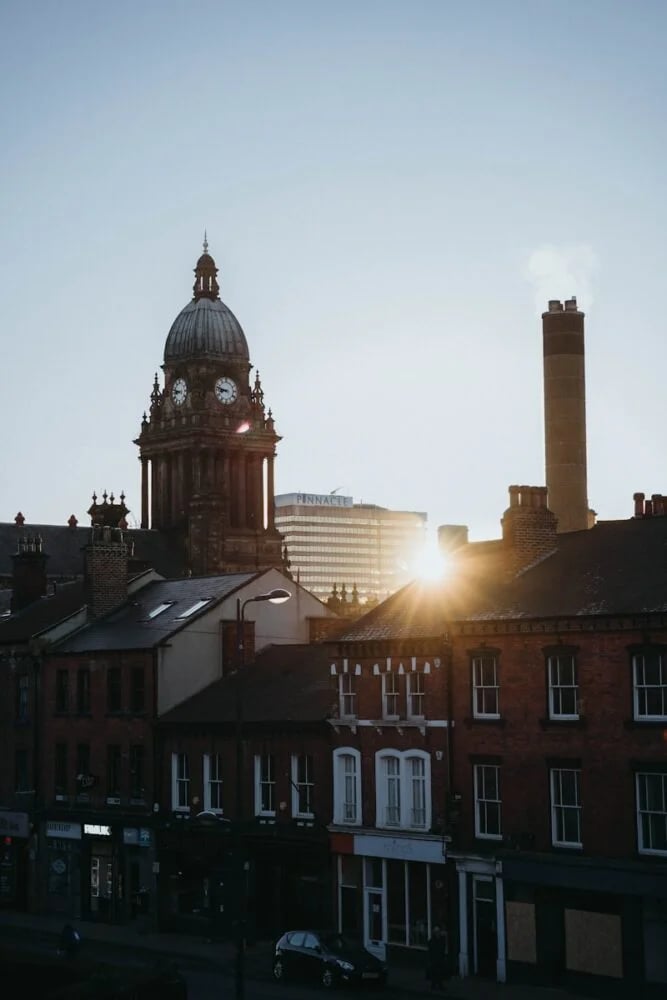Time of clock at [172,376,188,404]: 8:47
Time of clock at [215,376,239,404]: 8:47
